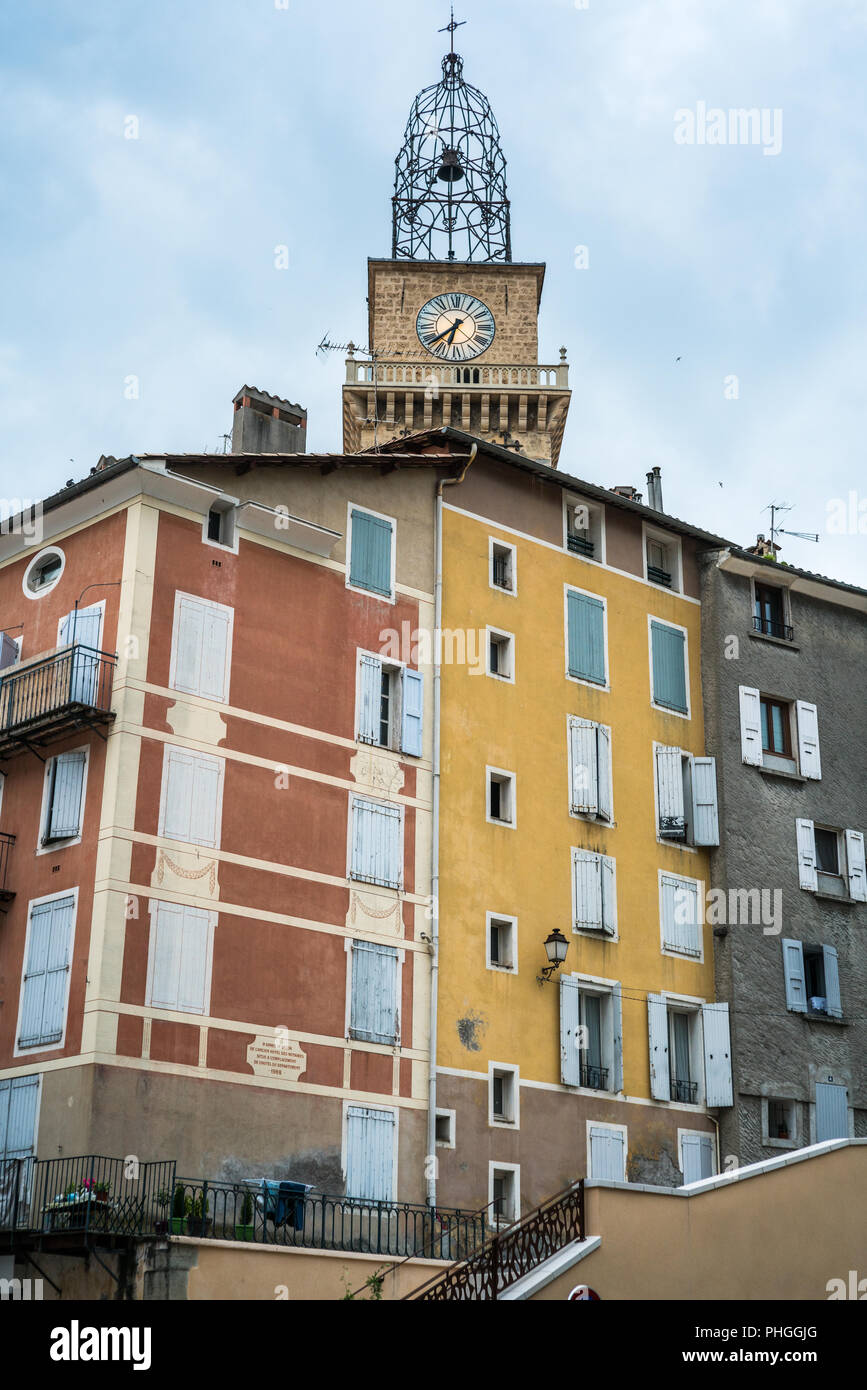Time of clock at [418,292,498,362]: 6:38
